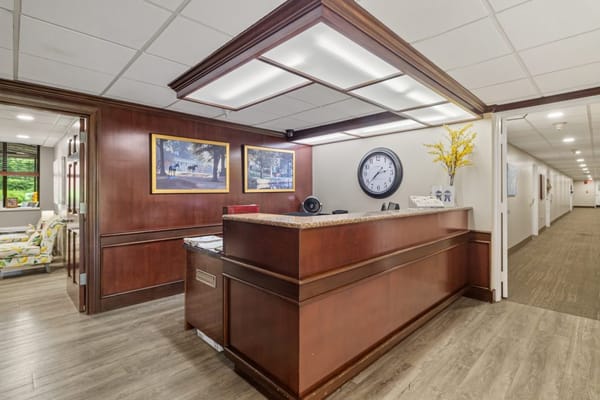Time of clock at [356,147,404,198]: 2:37
